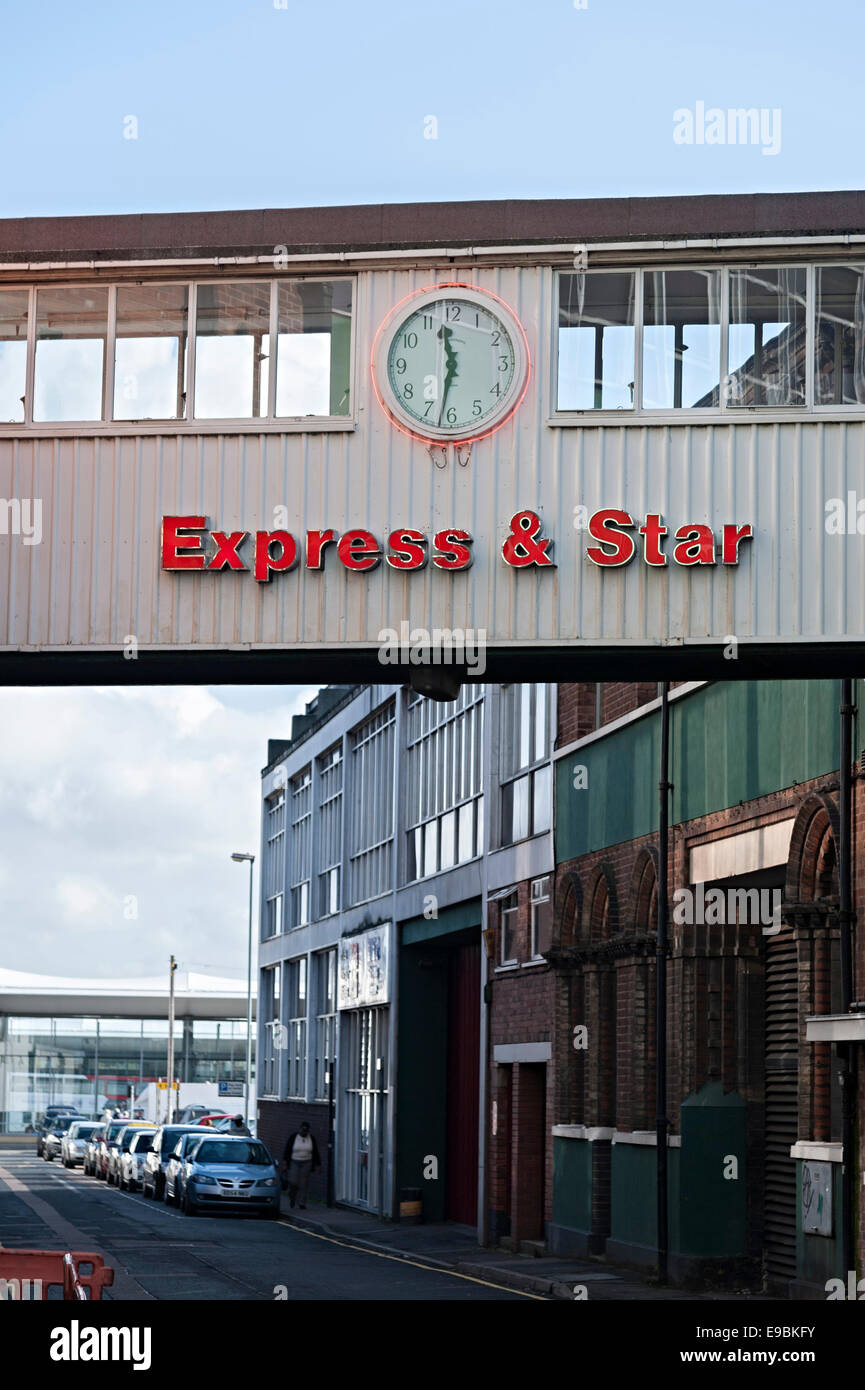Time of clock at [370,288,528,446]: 11:32
